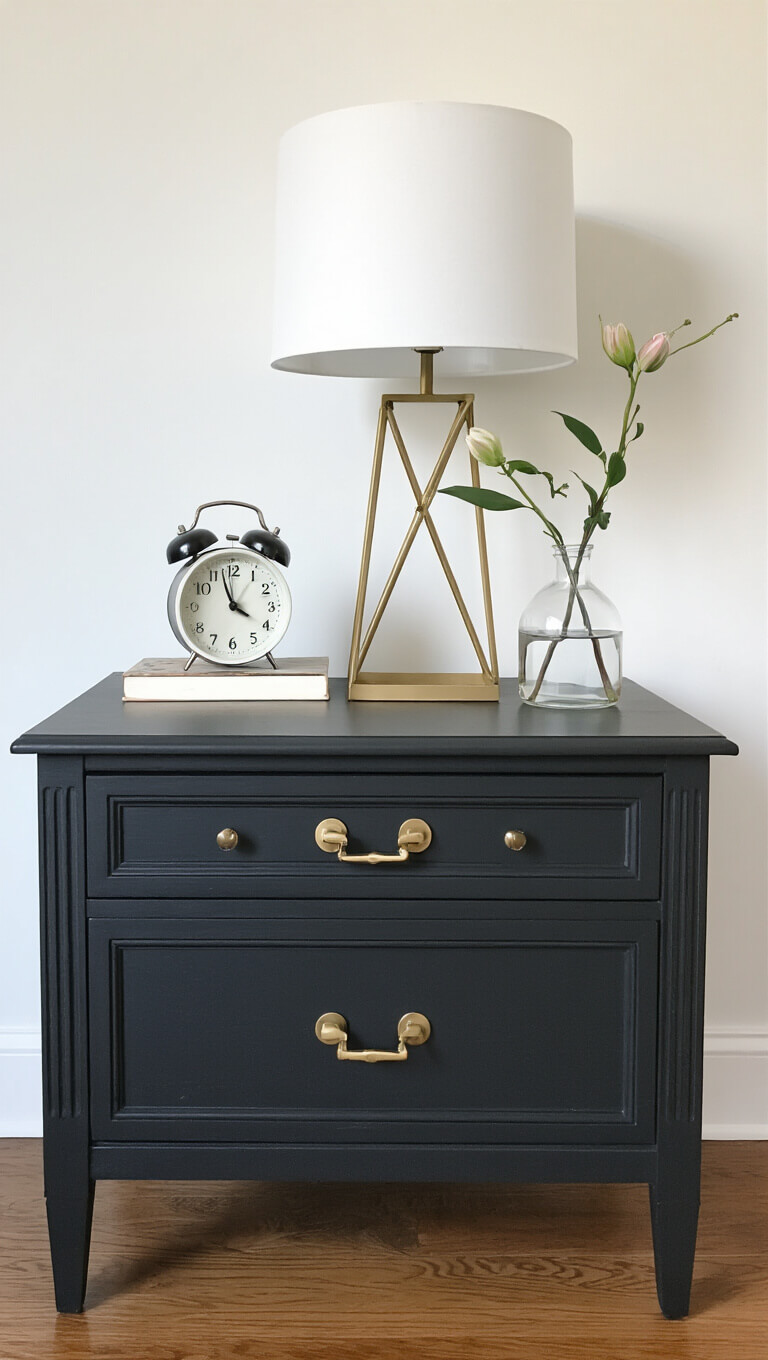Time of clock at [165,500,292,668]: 3:57
